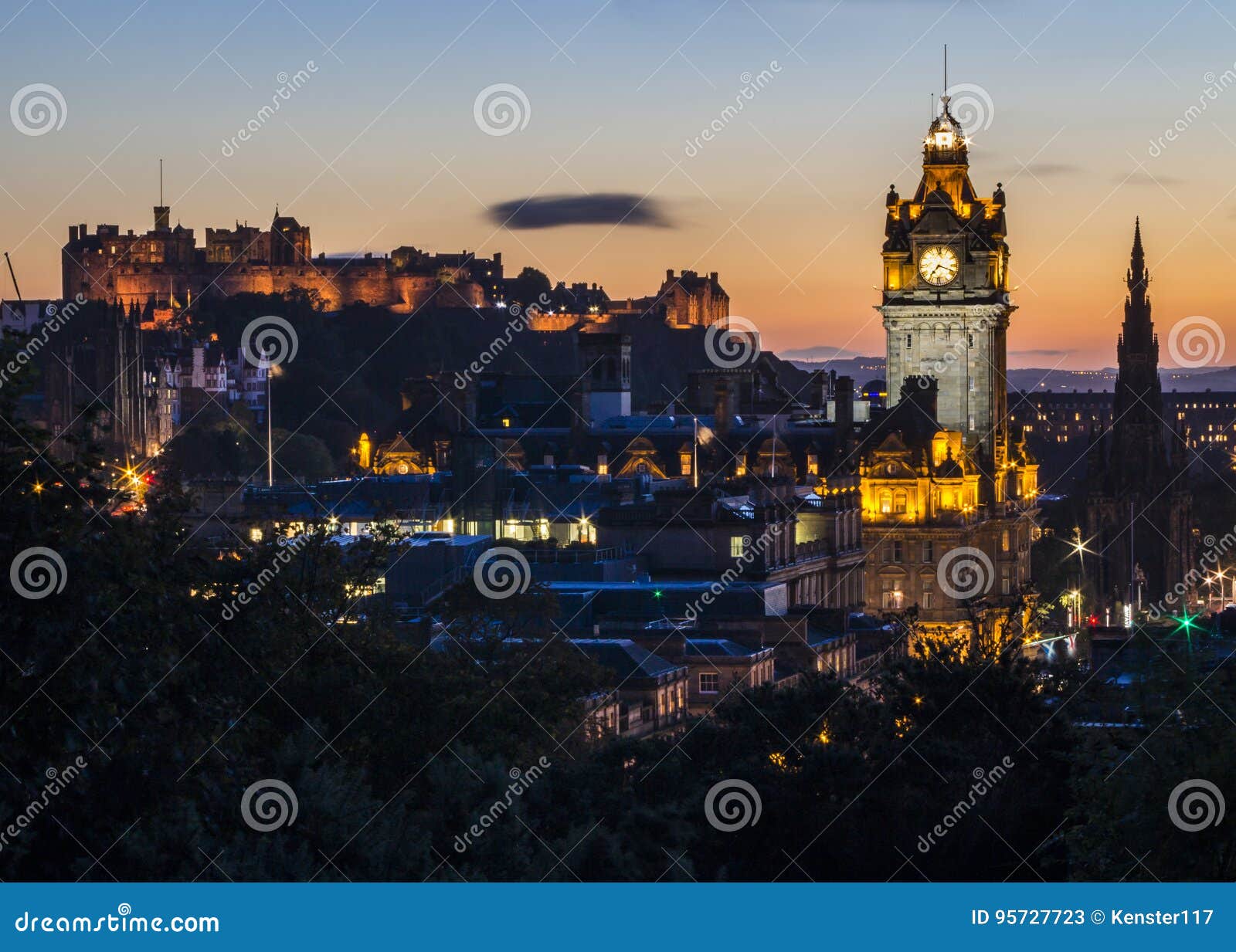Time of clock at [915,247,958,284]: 7:18
